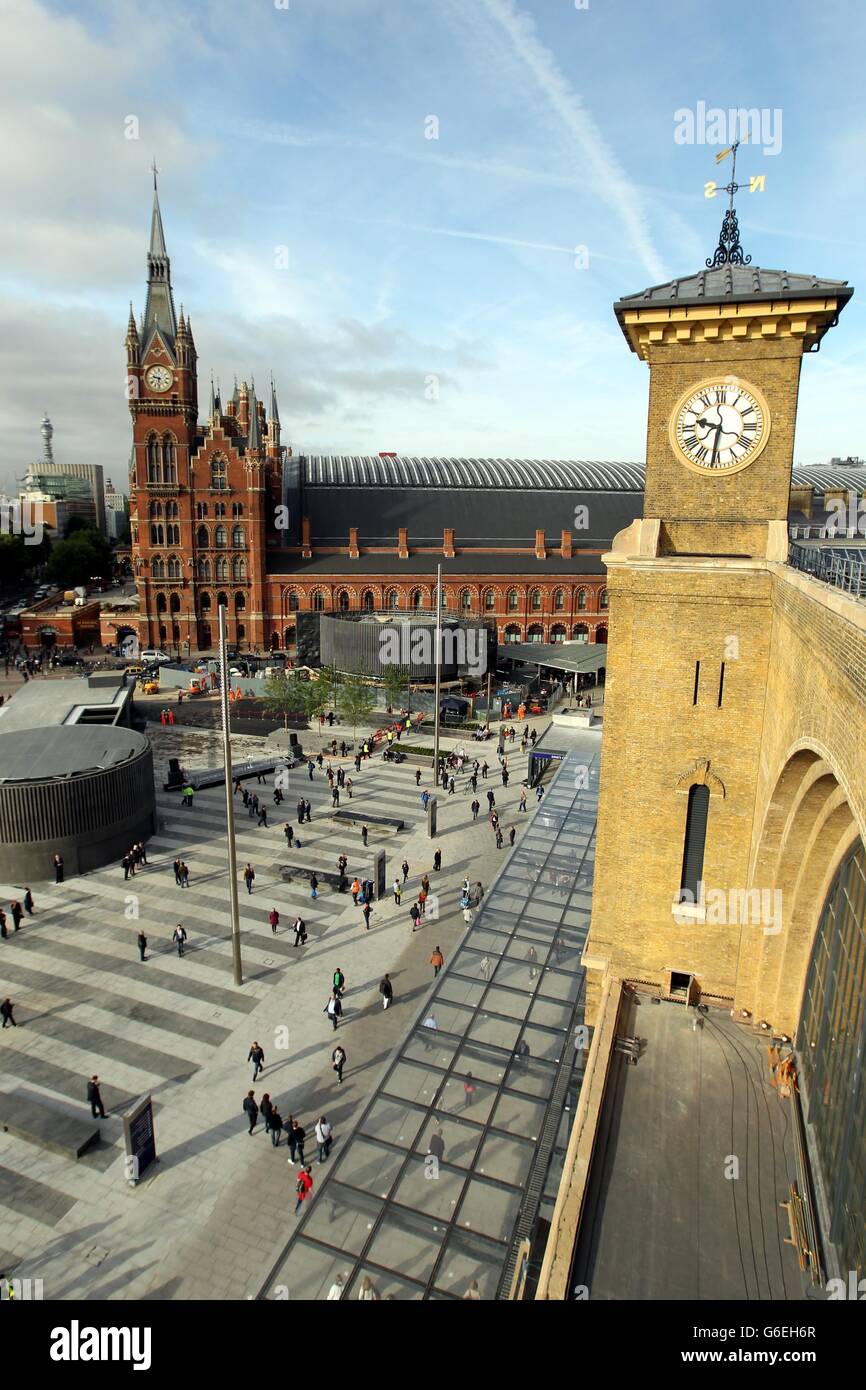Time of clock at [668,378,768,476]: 9:31
